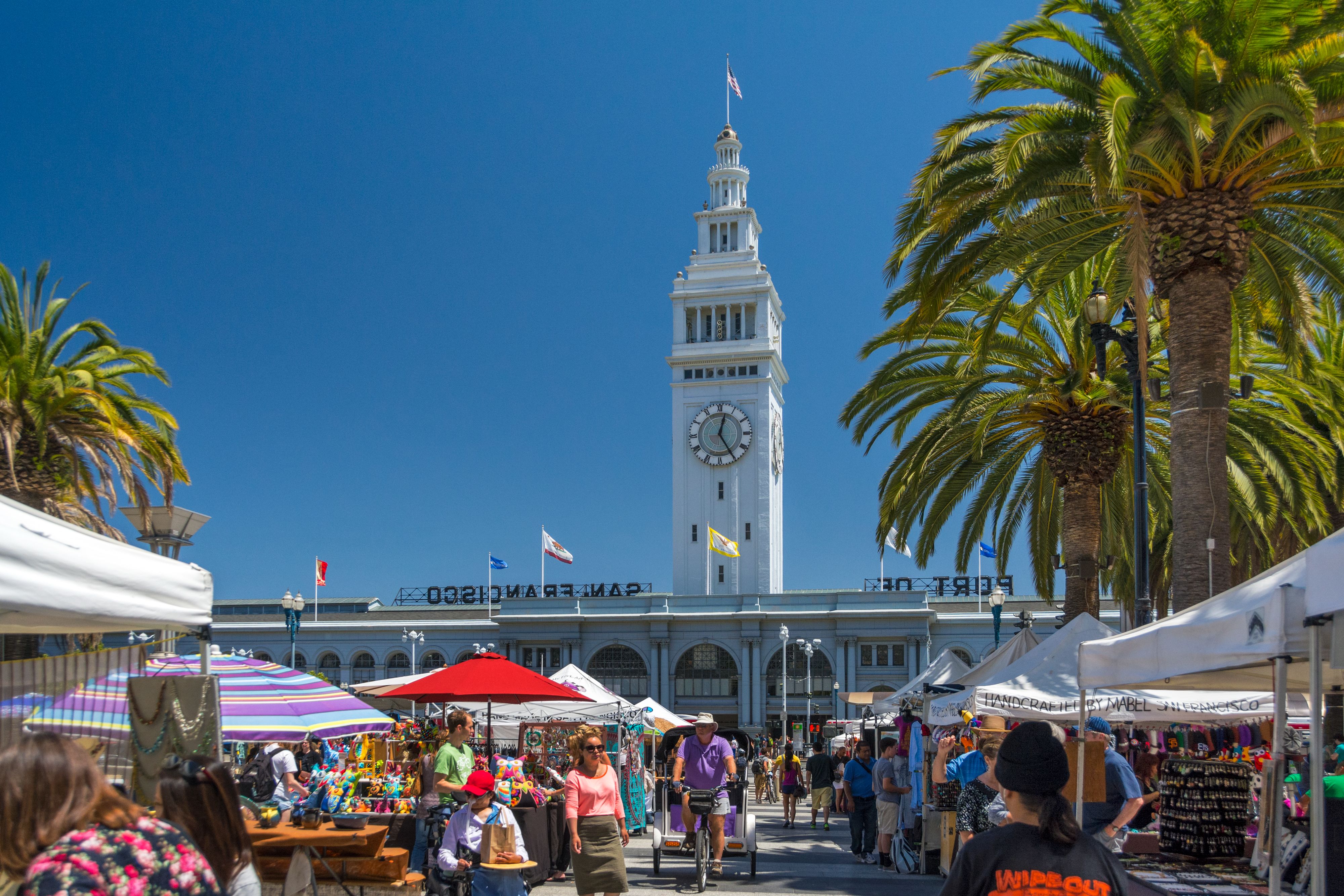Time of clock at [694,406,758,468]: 12:24
